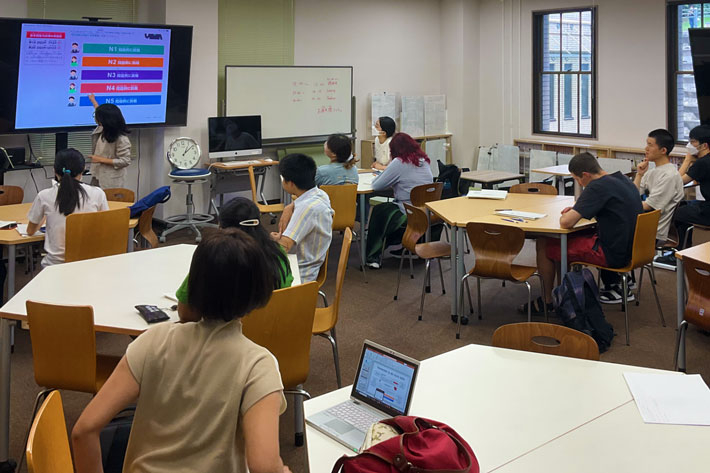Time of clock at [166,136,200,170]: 1:08
